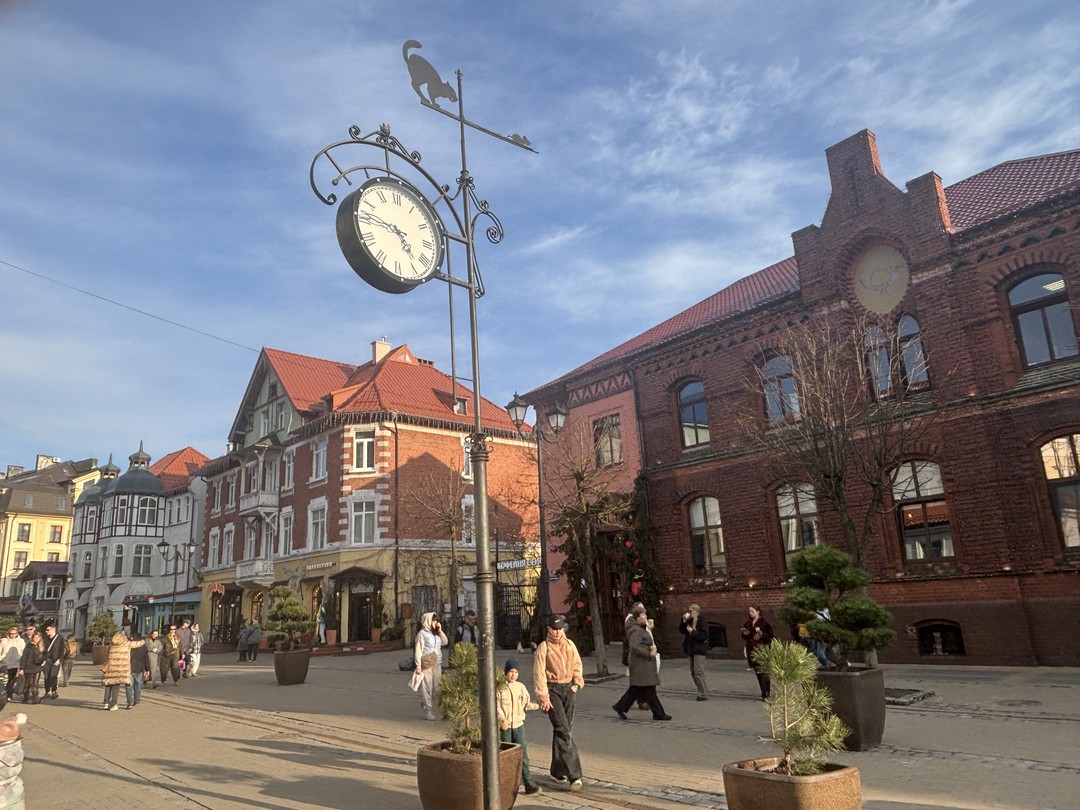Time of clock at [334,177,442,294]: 4:45
